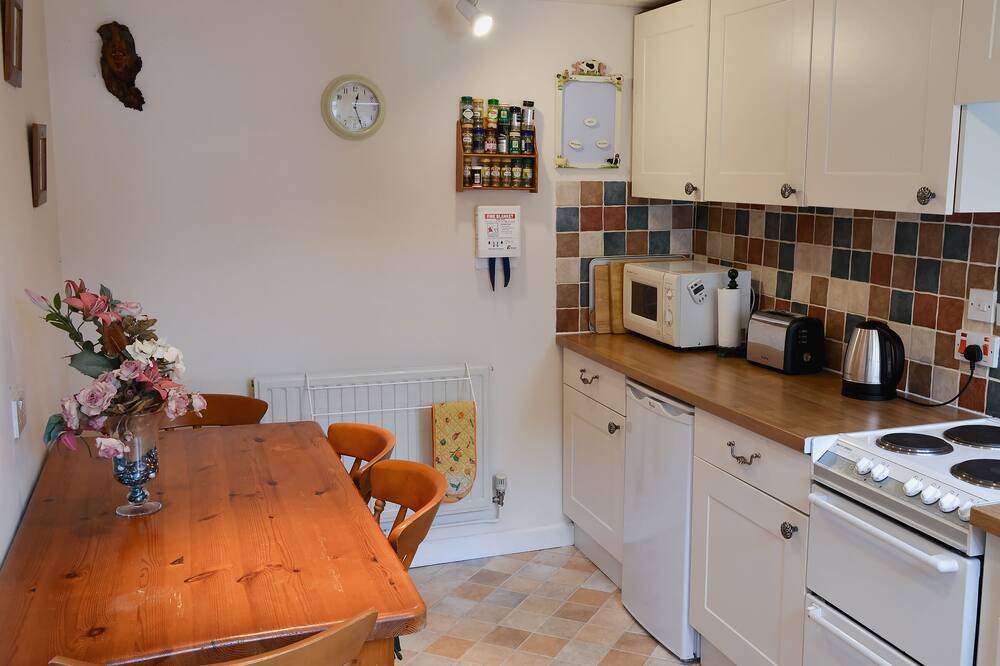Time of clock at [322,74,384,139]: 12:26
